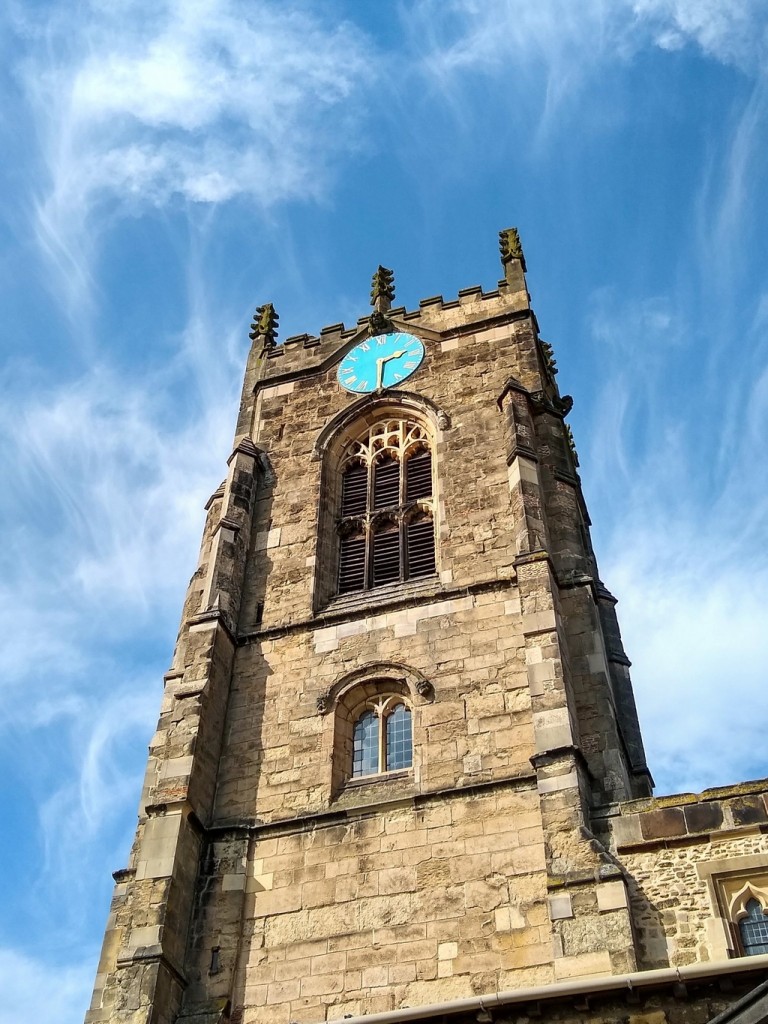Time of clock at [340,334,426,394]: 2:29
